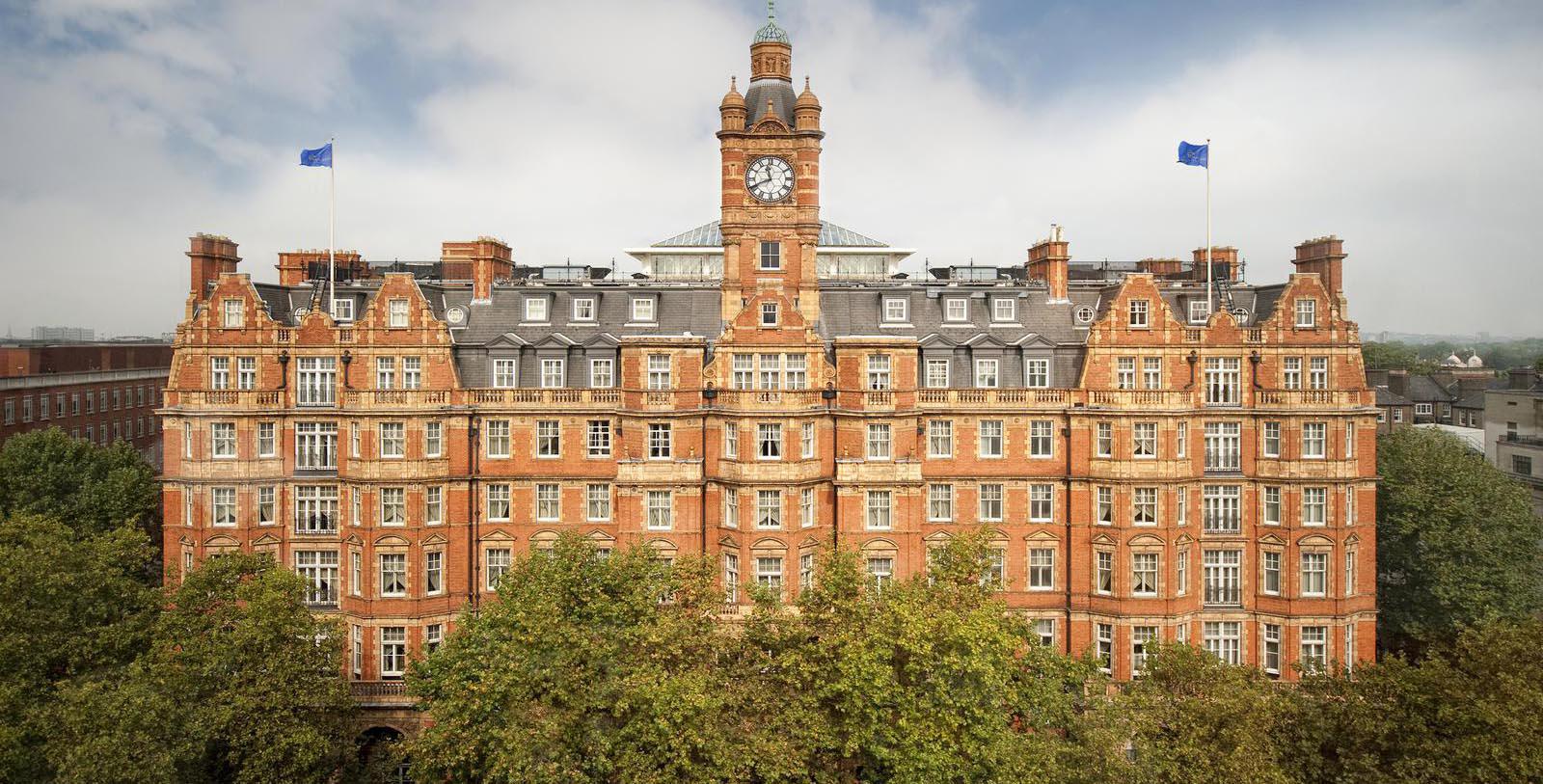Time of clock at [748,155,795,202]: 11:41
